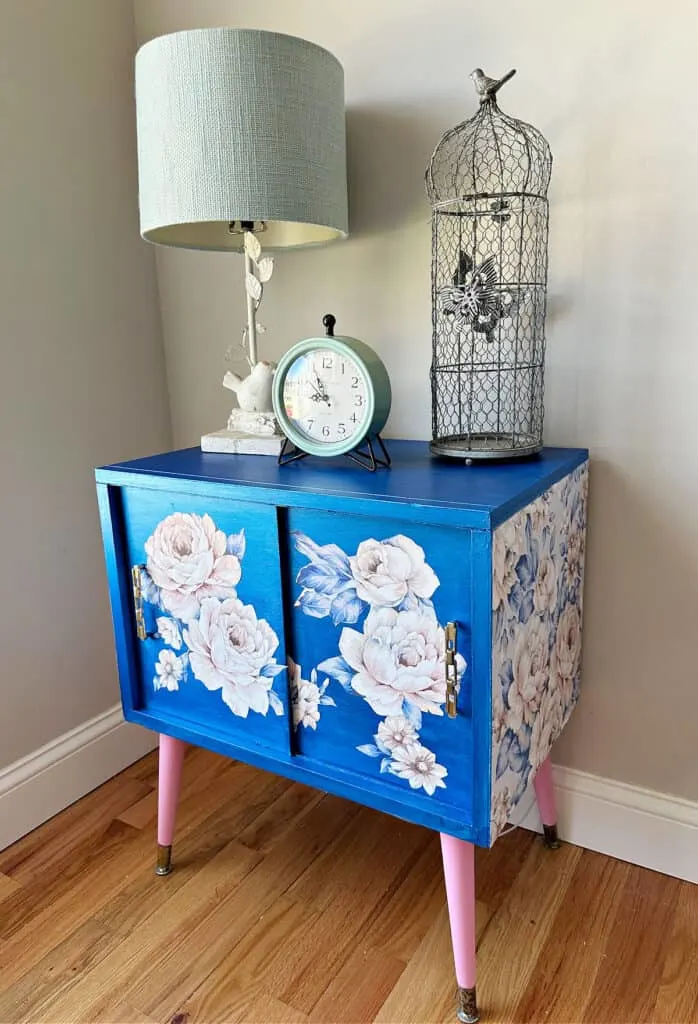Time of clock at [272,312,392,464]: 8:54
